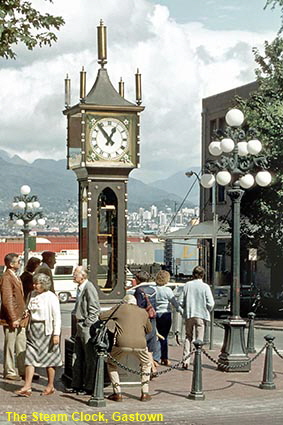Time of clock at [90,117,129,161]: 12:53
